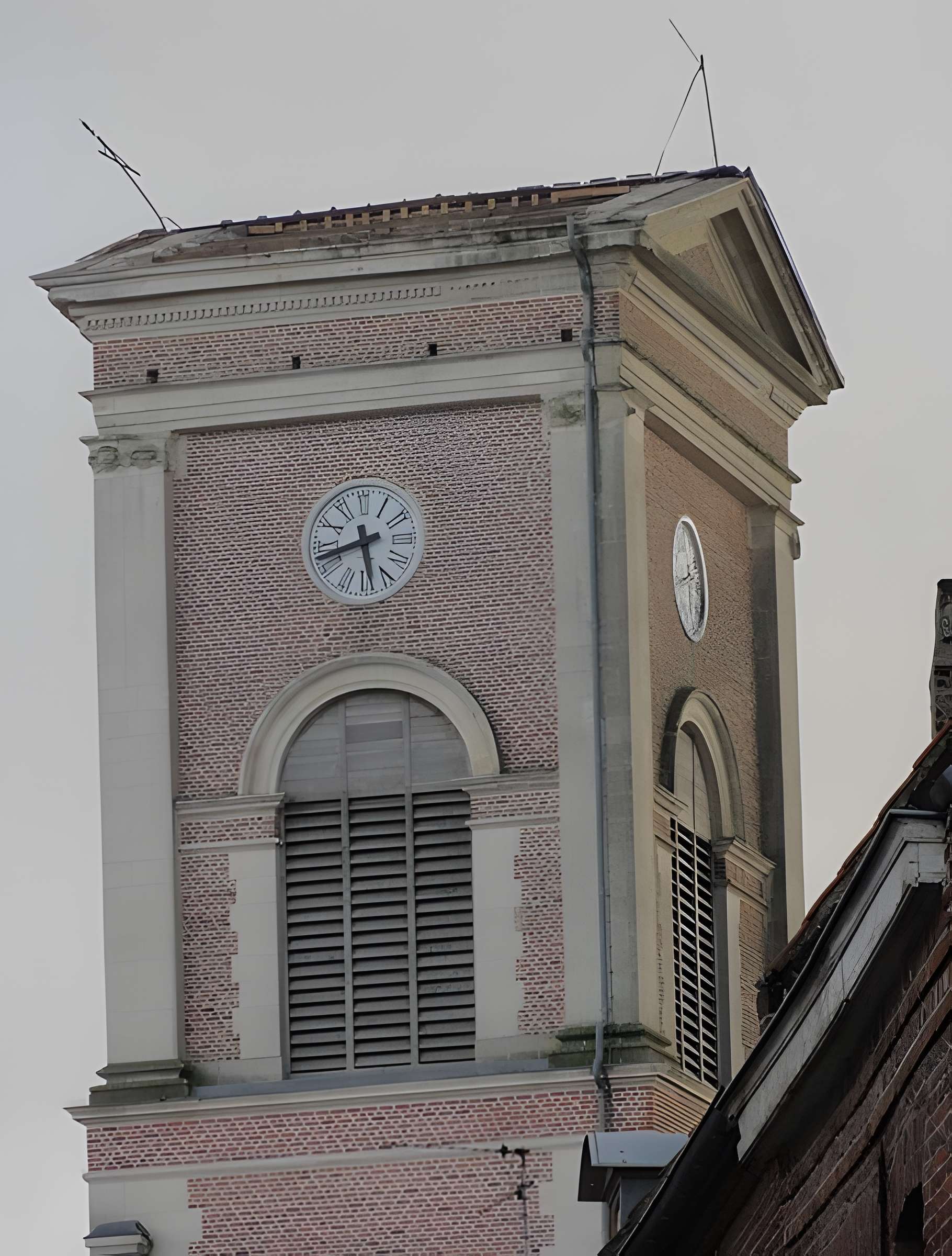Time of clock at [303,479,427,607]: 5:42
